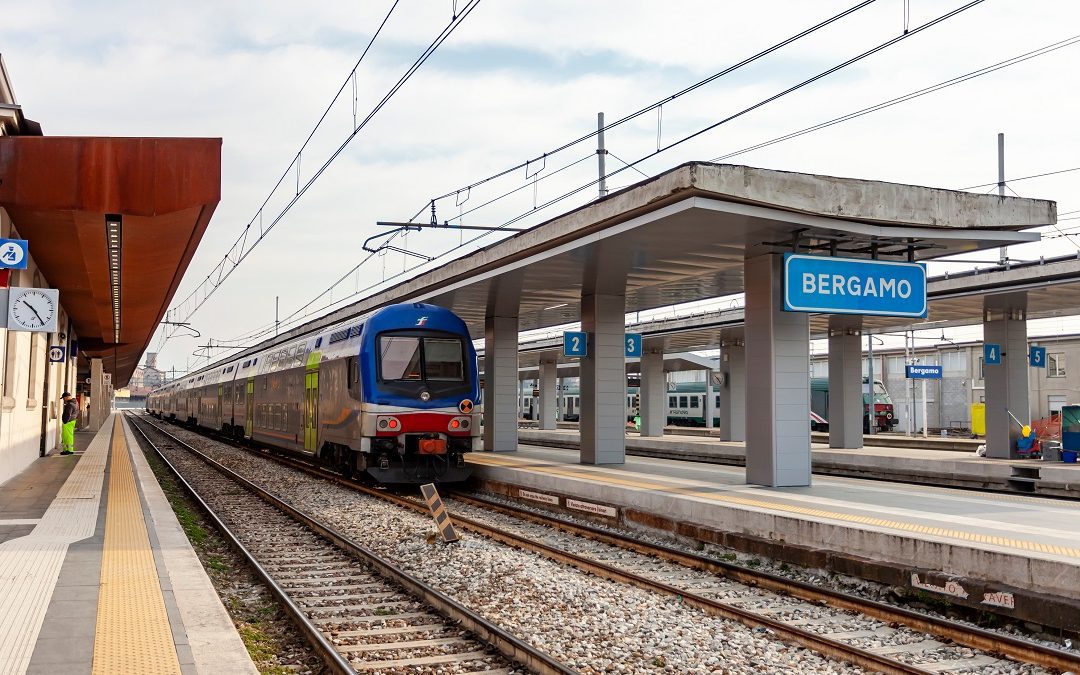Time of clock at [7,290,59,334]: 10:24
